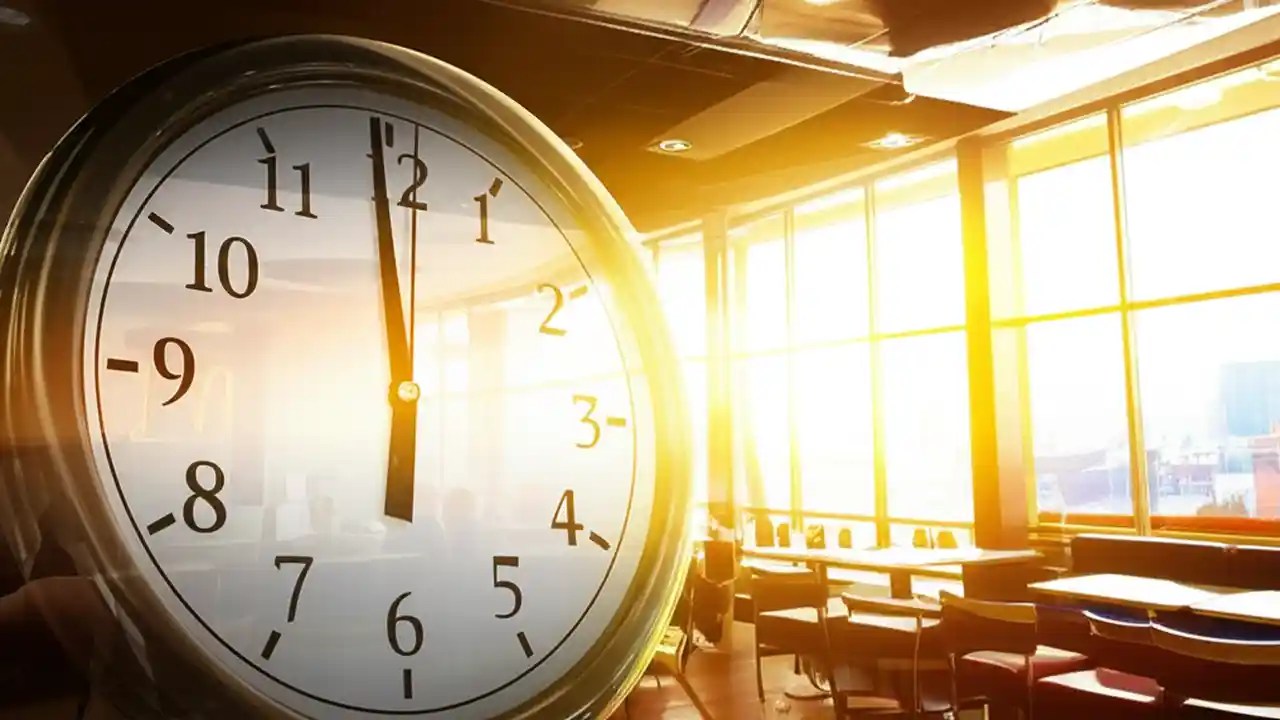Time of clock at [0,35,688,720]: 5:59
